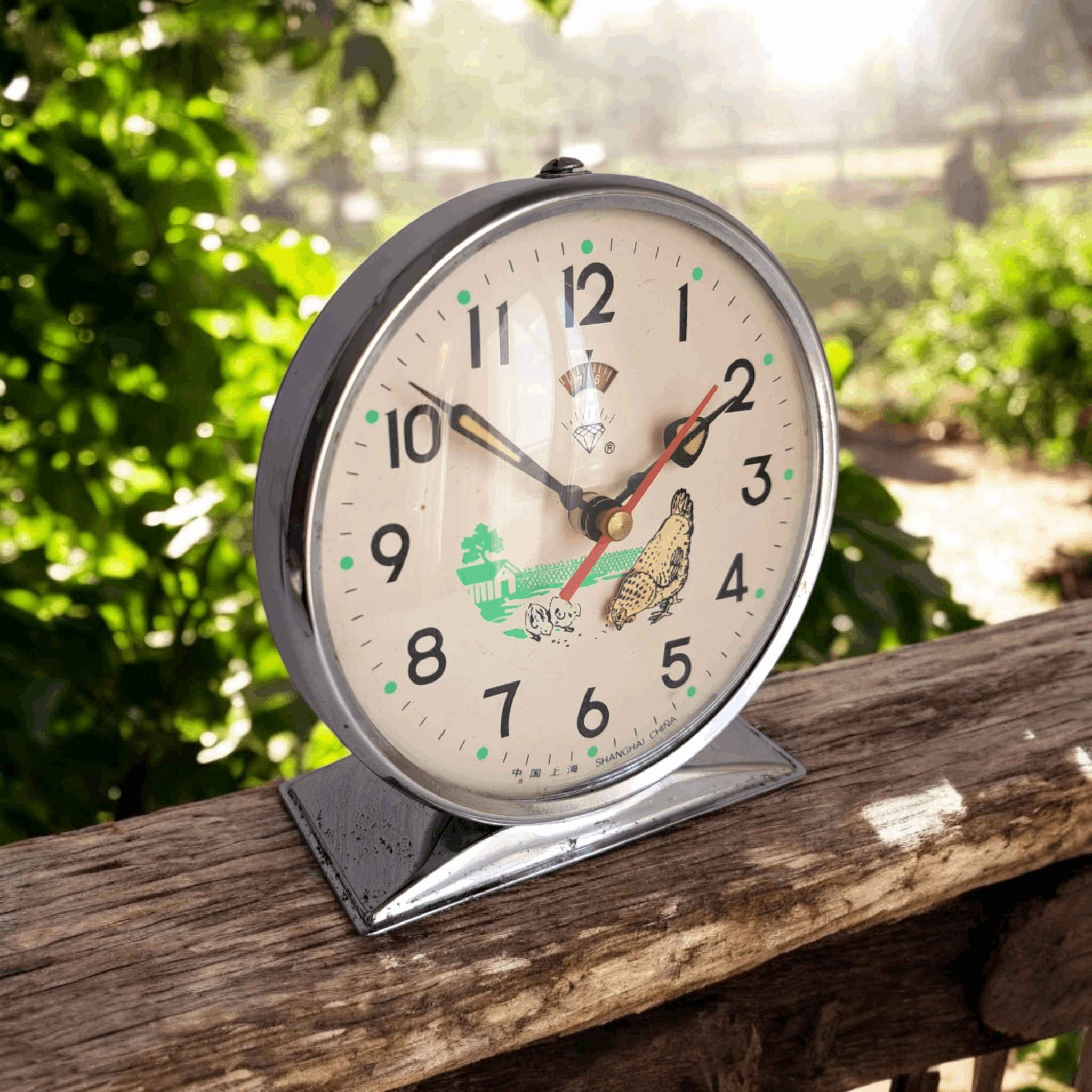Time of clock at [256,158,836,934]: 1:51
